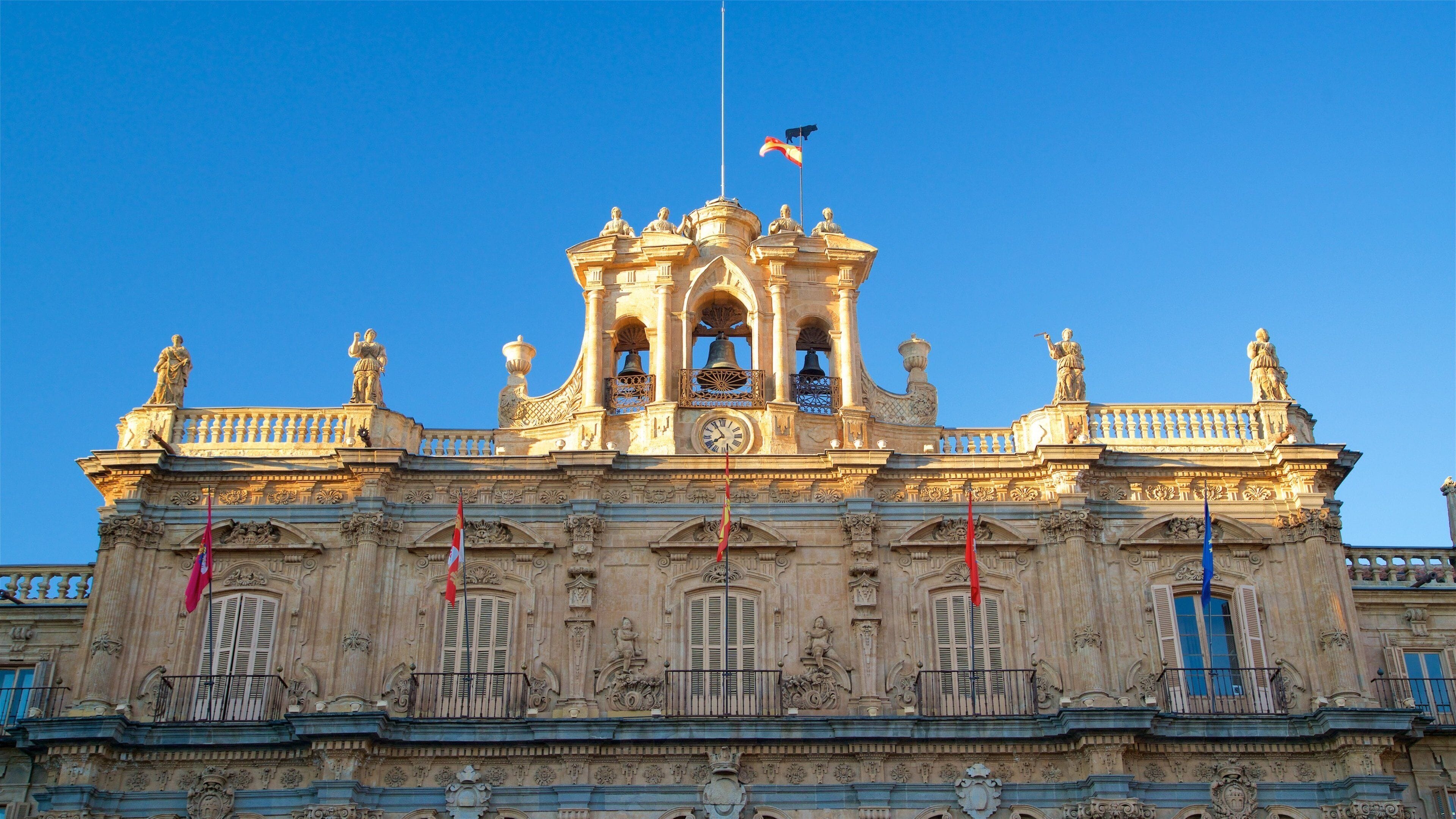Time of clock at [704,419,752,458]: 7:54
